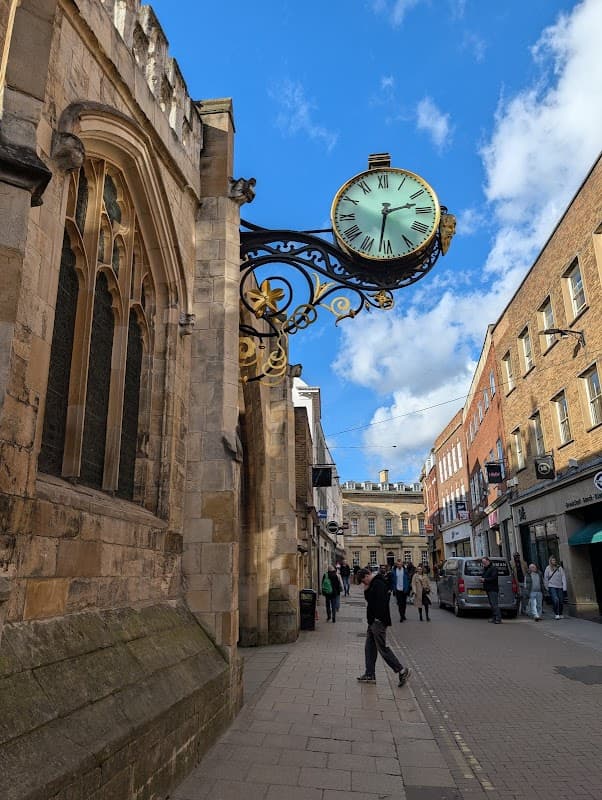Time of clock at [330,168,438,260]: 2:31
